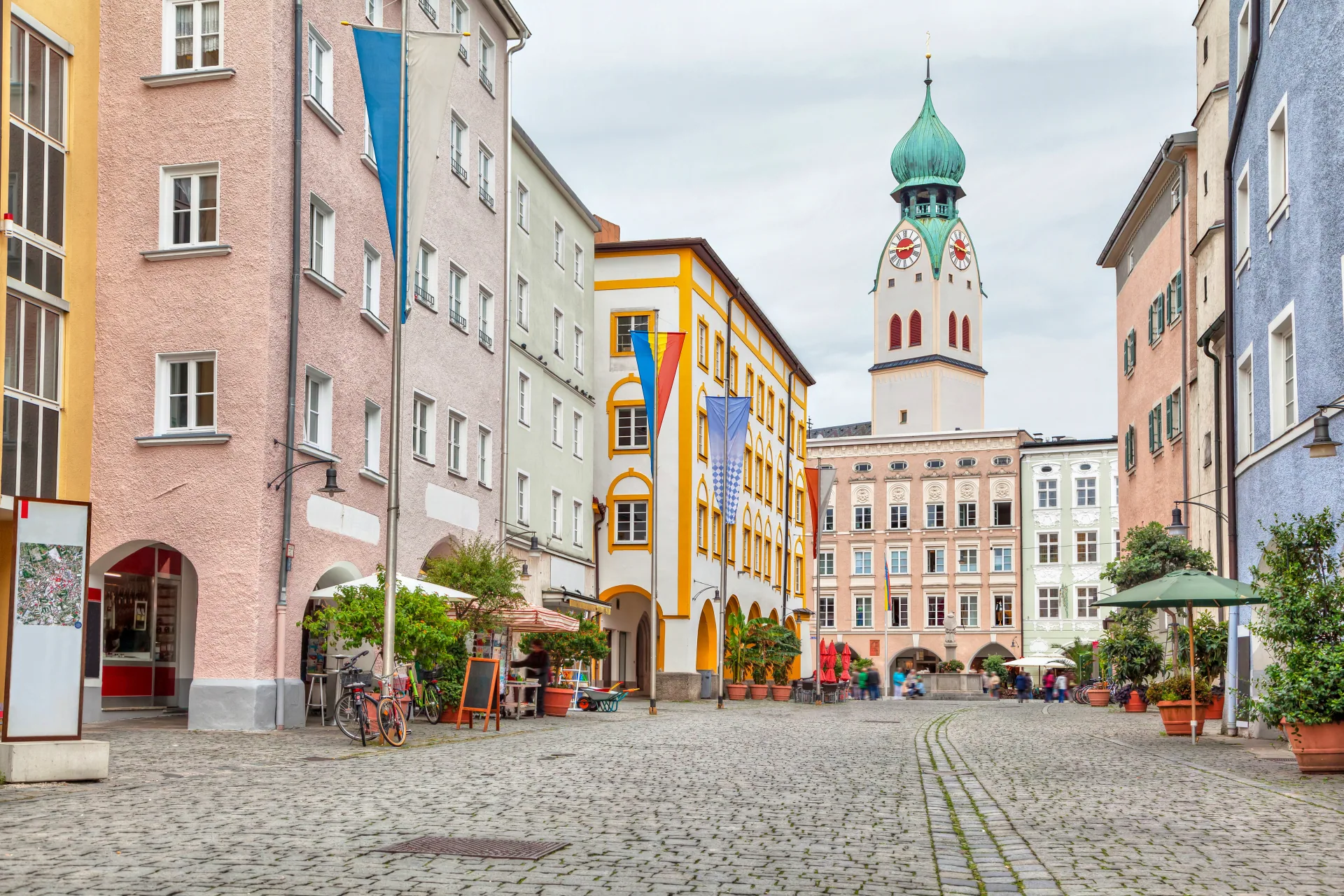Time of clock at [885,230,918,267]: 9:13
